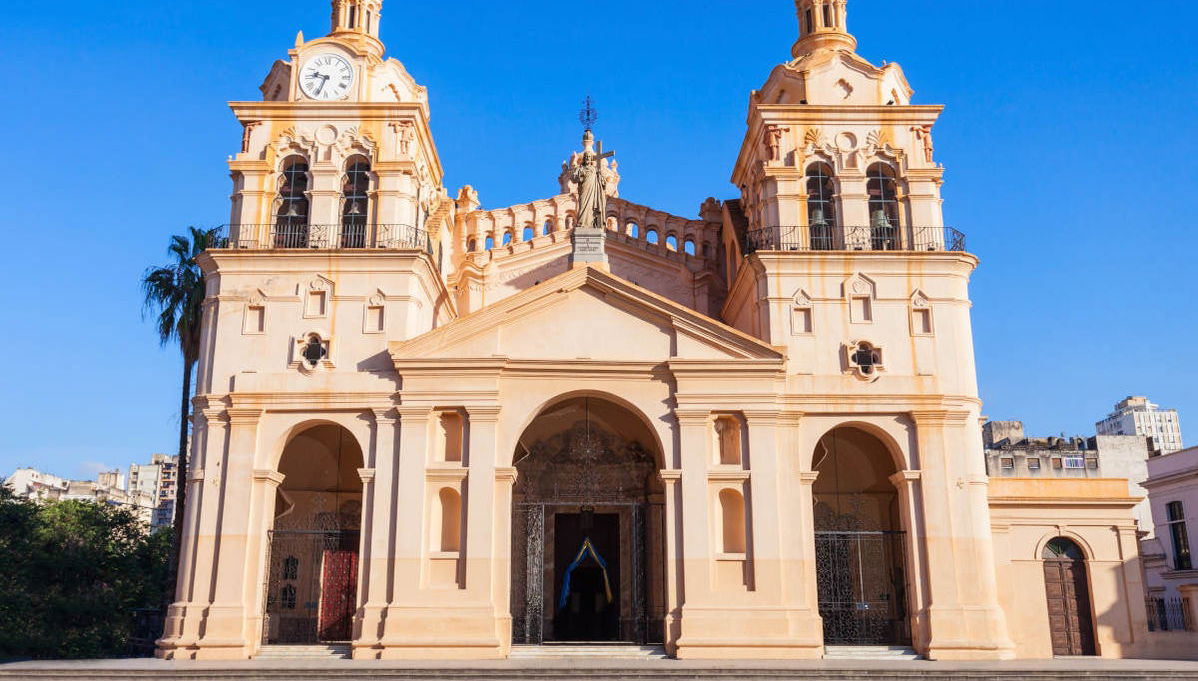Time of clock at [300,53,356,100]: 9:33
